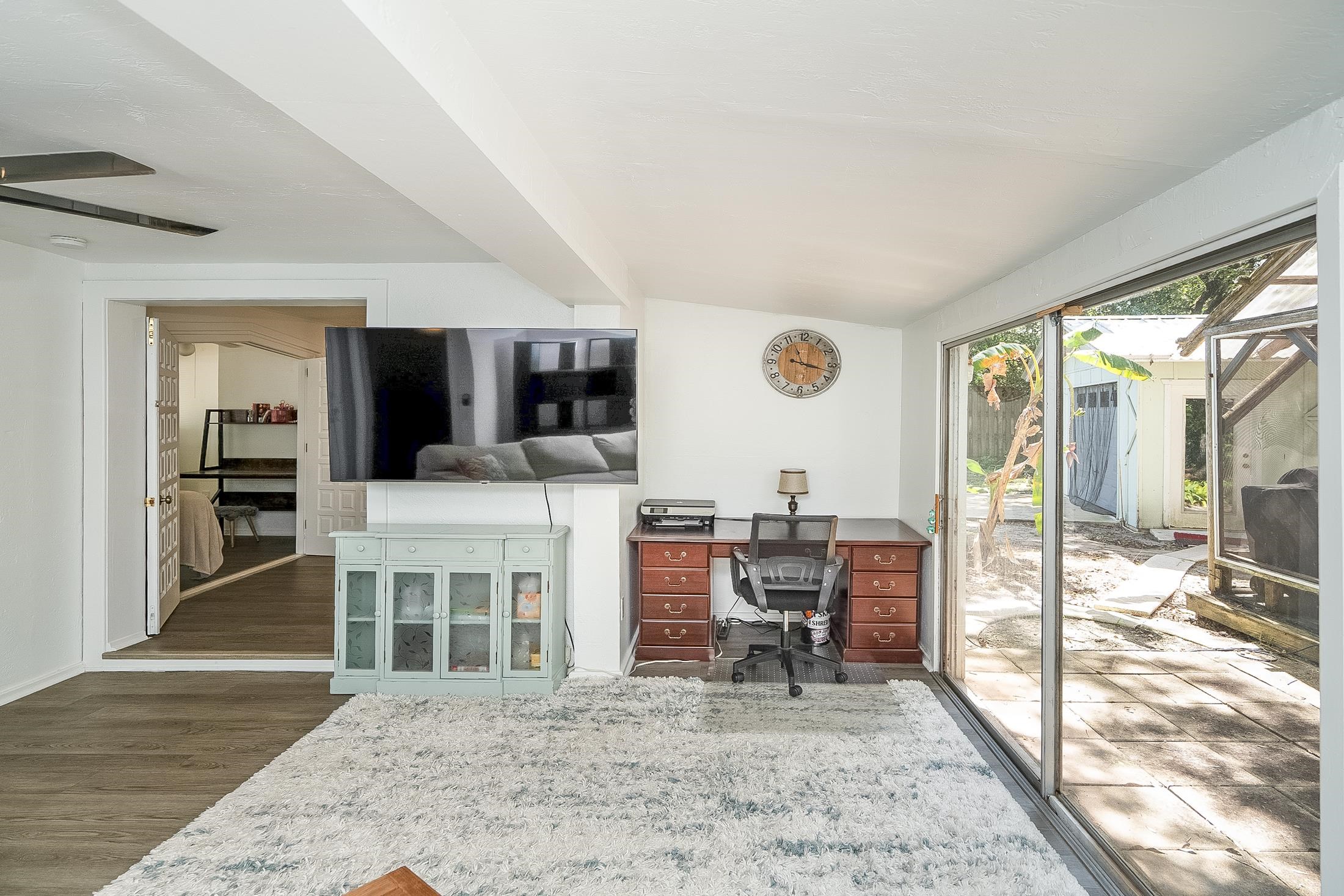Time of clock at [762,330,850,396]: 11:17
